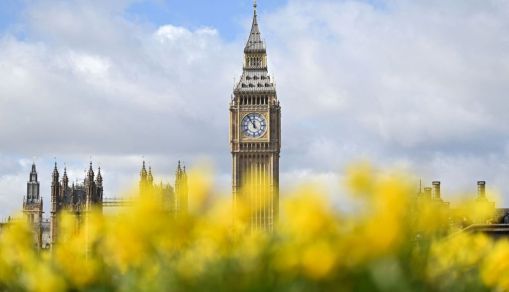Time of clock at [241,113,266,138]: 11:54
